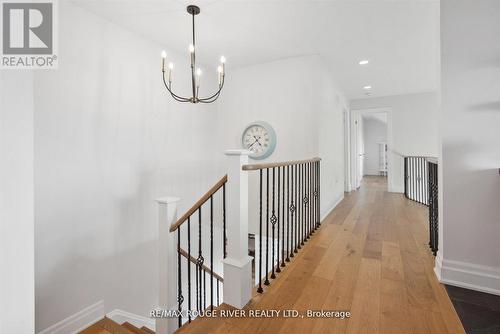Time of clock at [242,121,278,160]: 4:38
